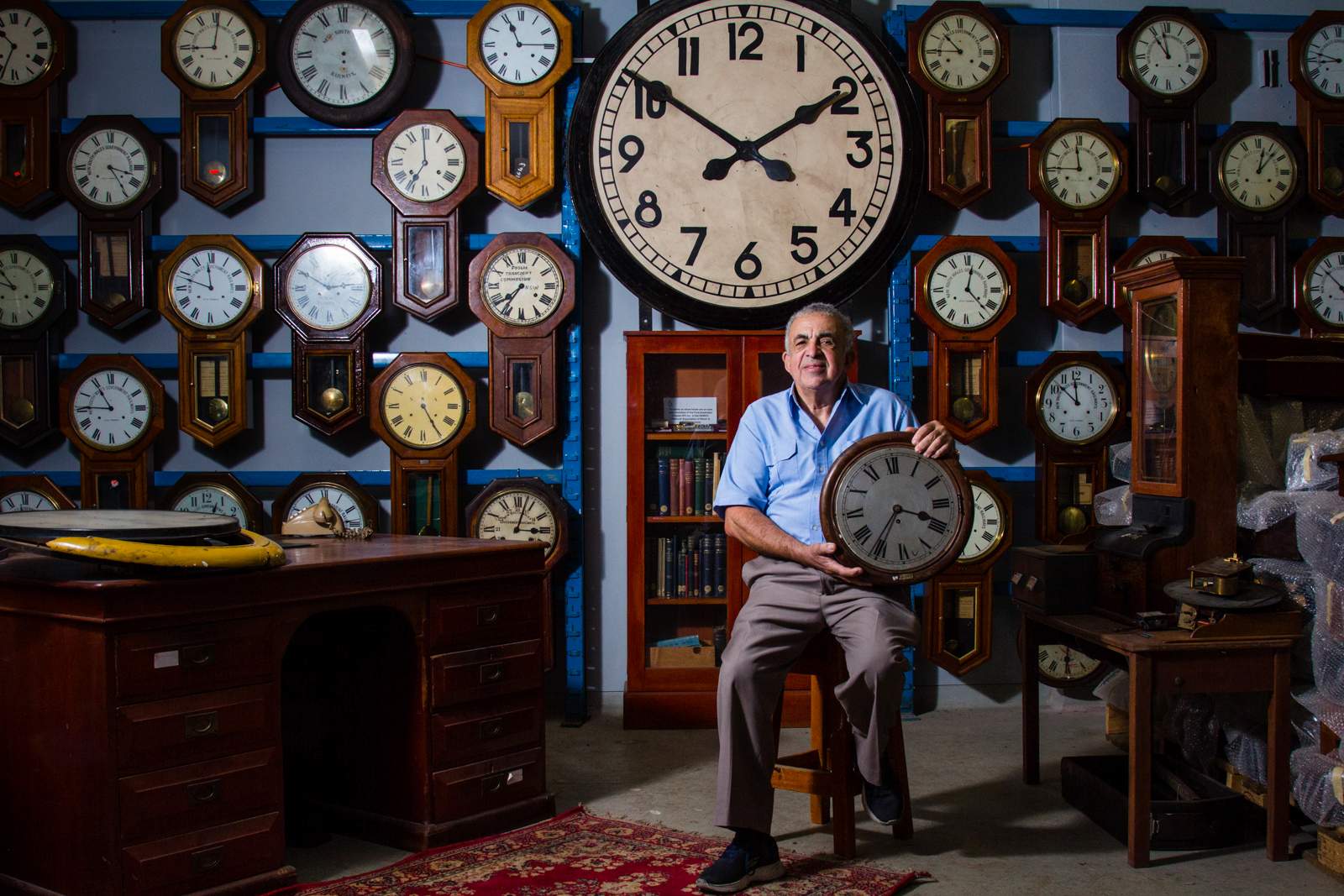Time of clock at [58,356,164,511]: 10:45
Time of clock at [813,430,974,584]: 3:36
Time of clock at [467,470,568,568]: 3:02
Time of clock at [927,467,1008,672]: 3:35
